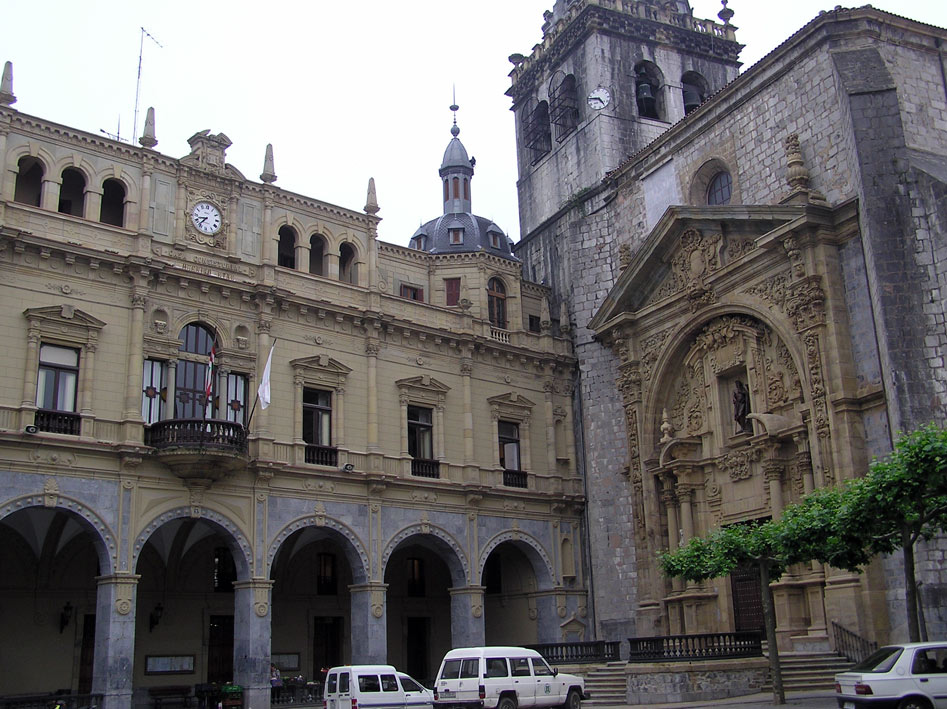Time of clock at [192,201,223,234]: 8:36
